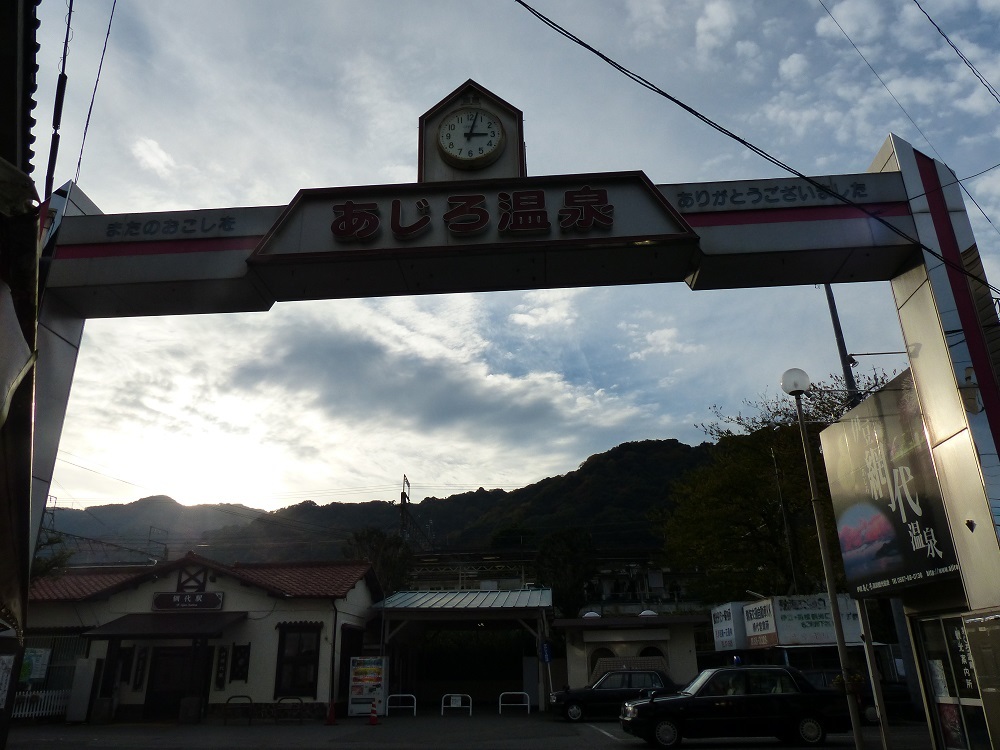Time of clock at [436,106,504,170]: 3:02
